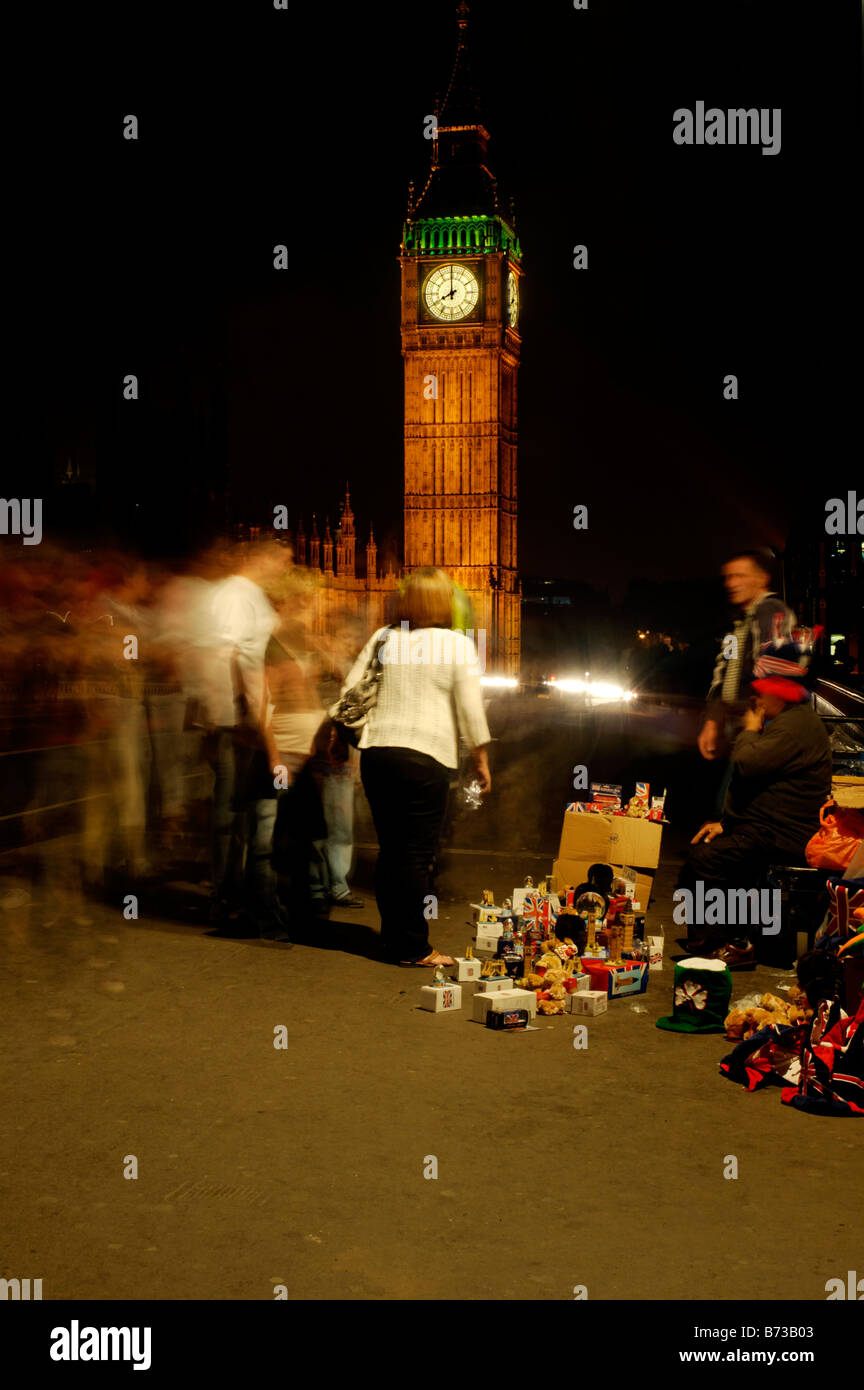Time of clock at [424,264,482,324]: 7:59
